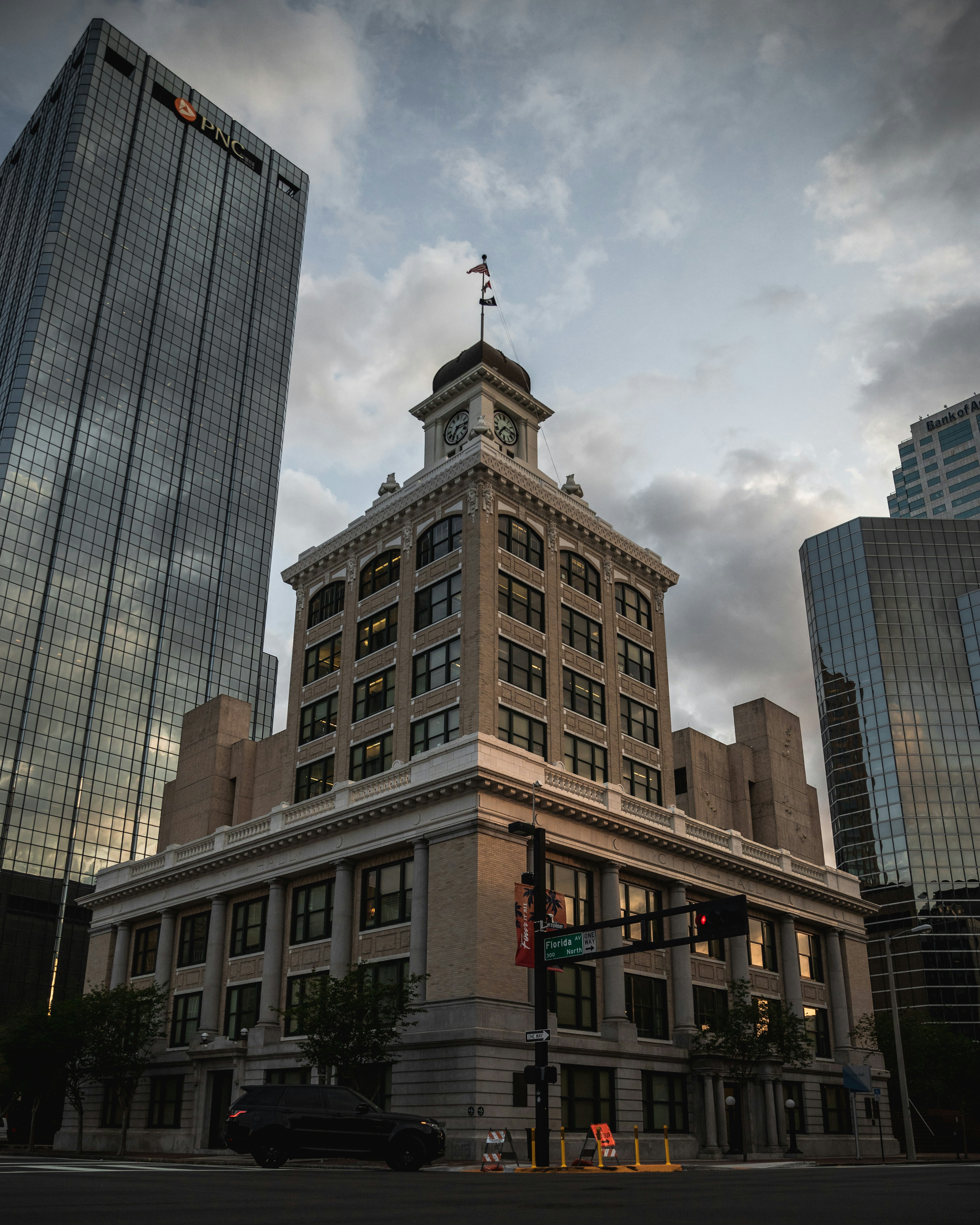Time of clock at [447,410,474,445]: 7:15
